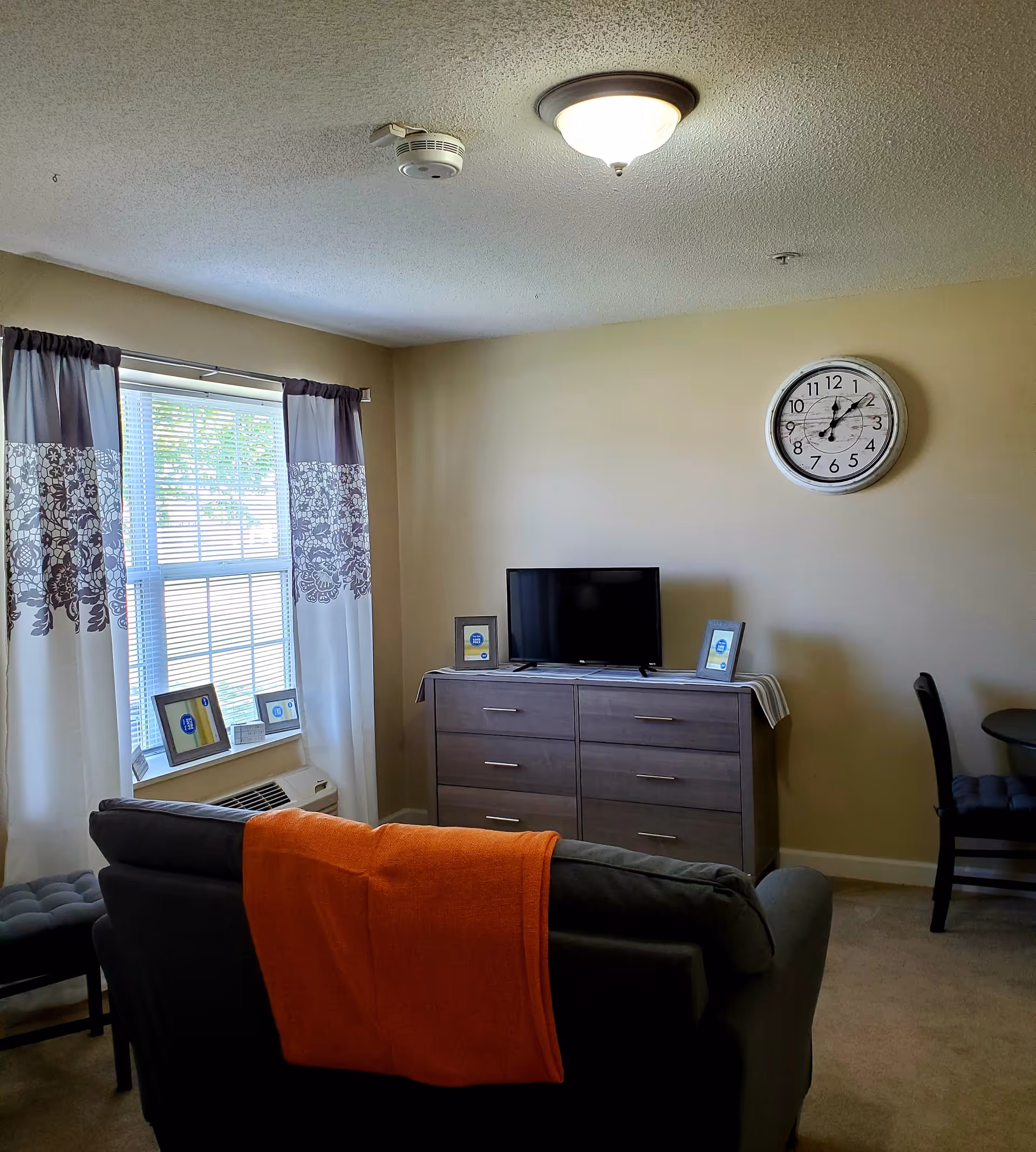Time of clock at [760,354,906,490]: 12:08
